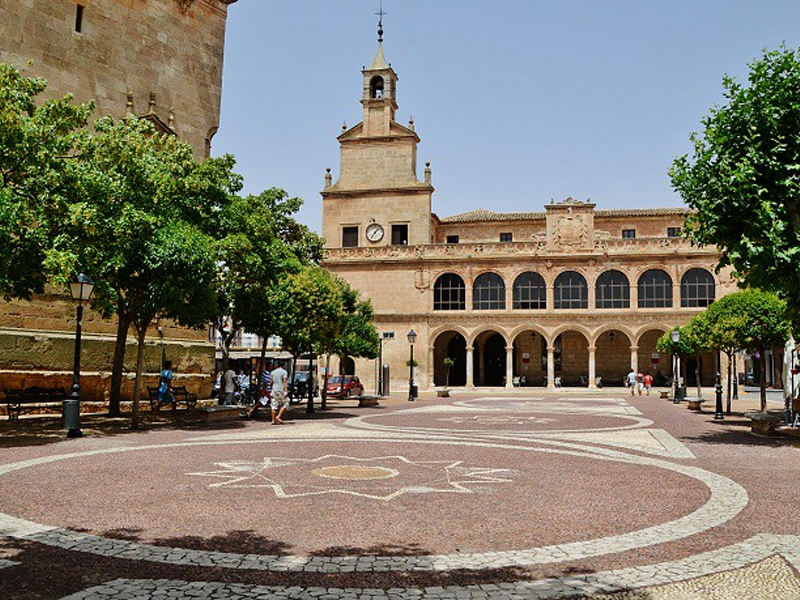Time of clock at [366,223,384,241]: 7:07
